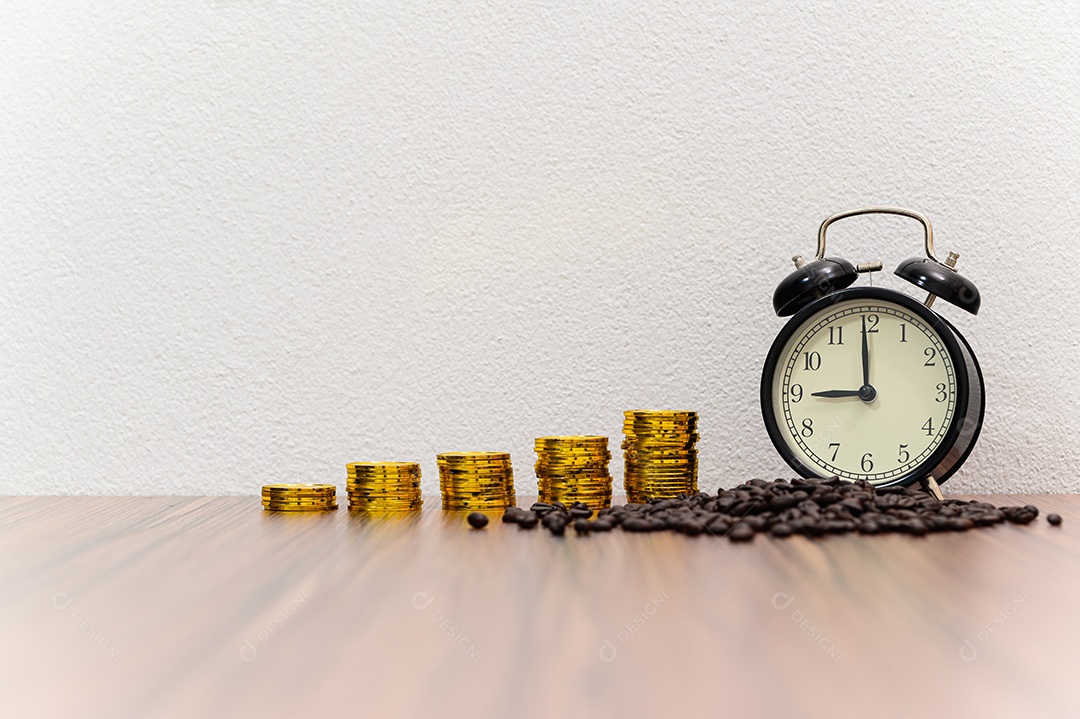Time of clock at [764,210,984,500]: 8:59
